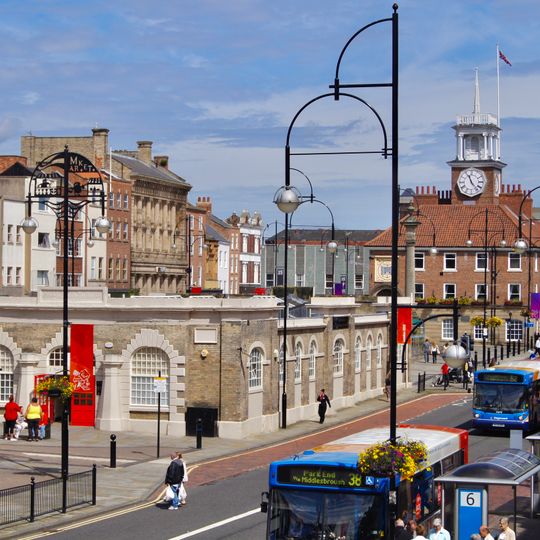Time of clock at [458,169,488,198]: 11:23
